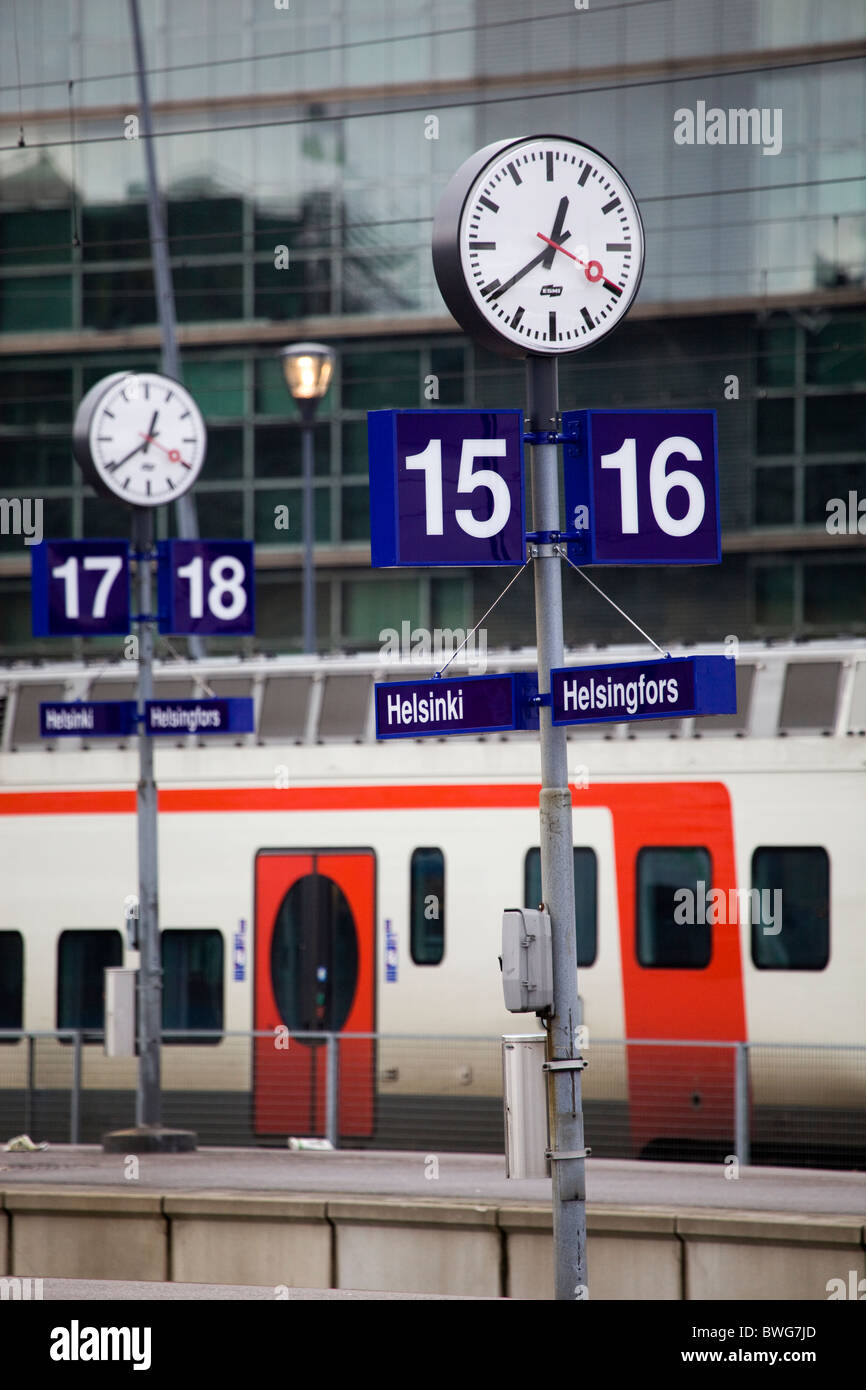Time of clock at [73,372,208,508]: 12:39
